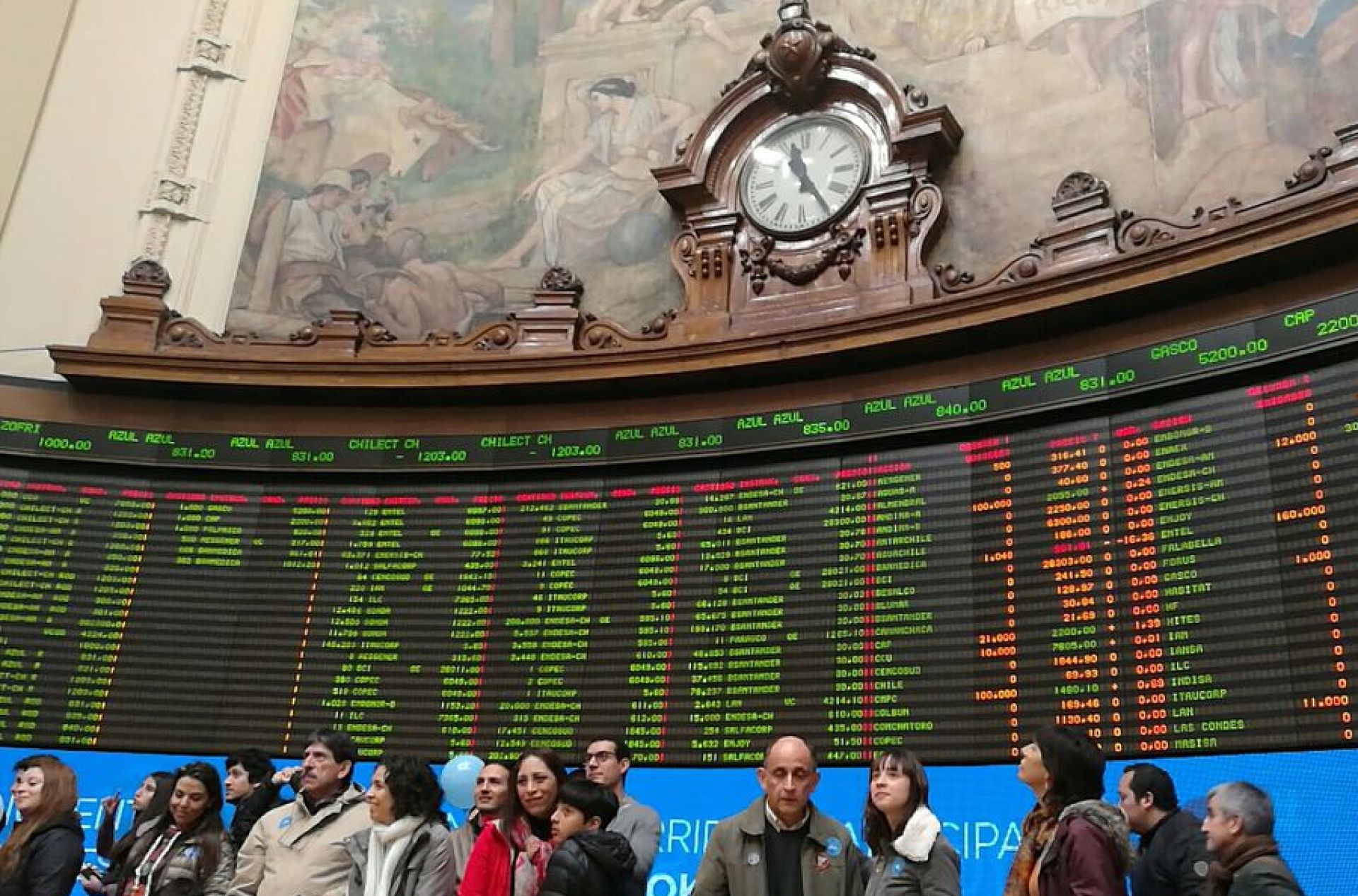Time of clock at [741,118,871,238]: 11:24
